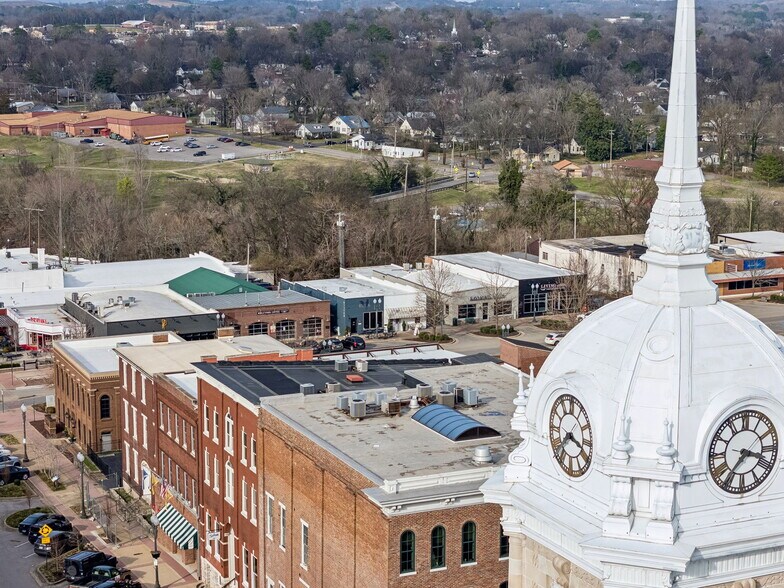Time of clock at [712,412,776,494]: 3:36
